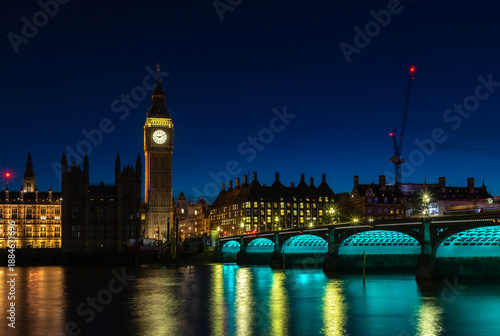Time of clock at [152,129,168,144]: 9:10
